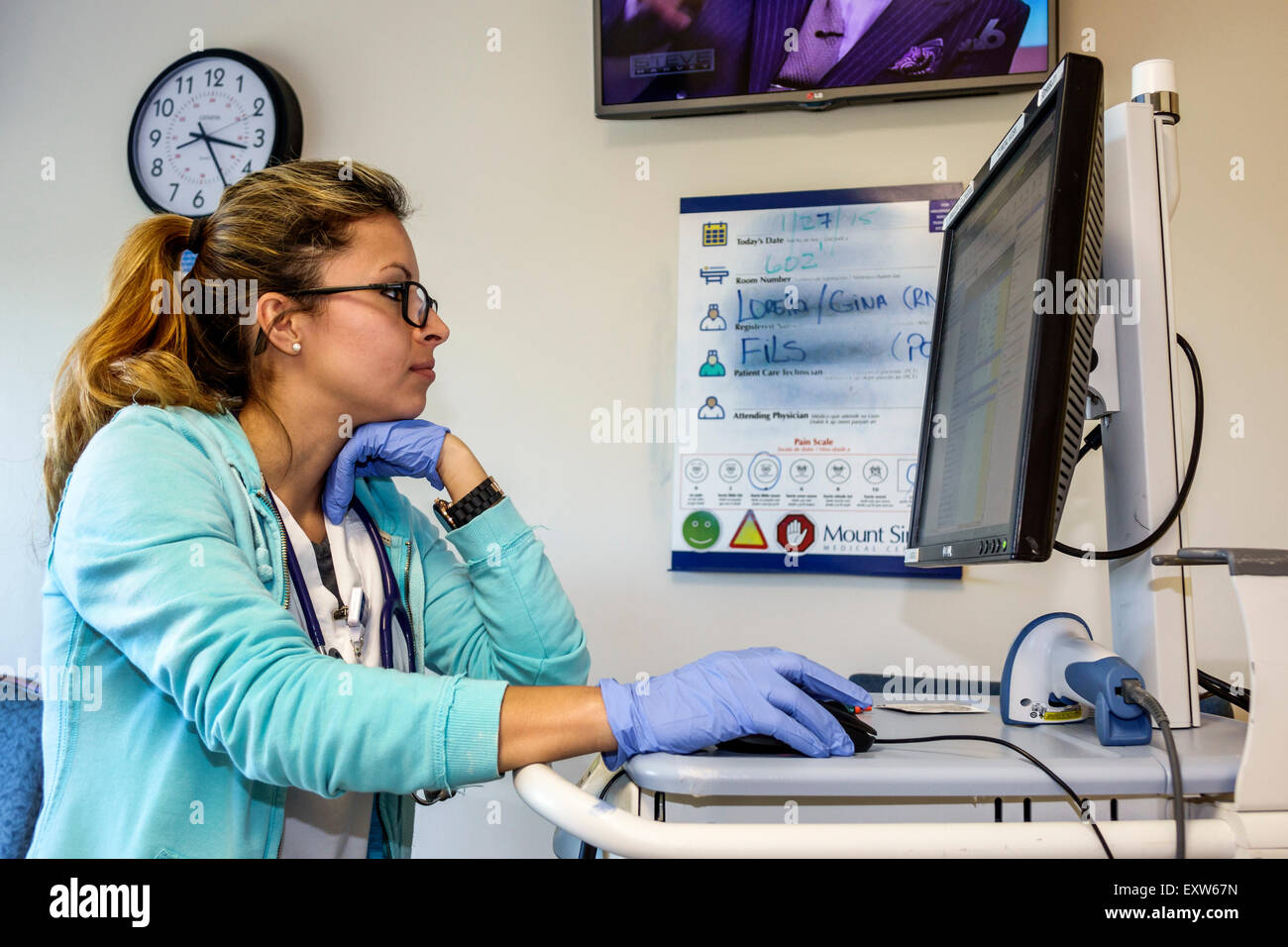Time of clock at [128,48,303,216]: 3:24
